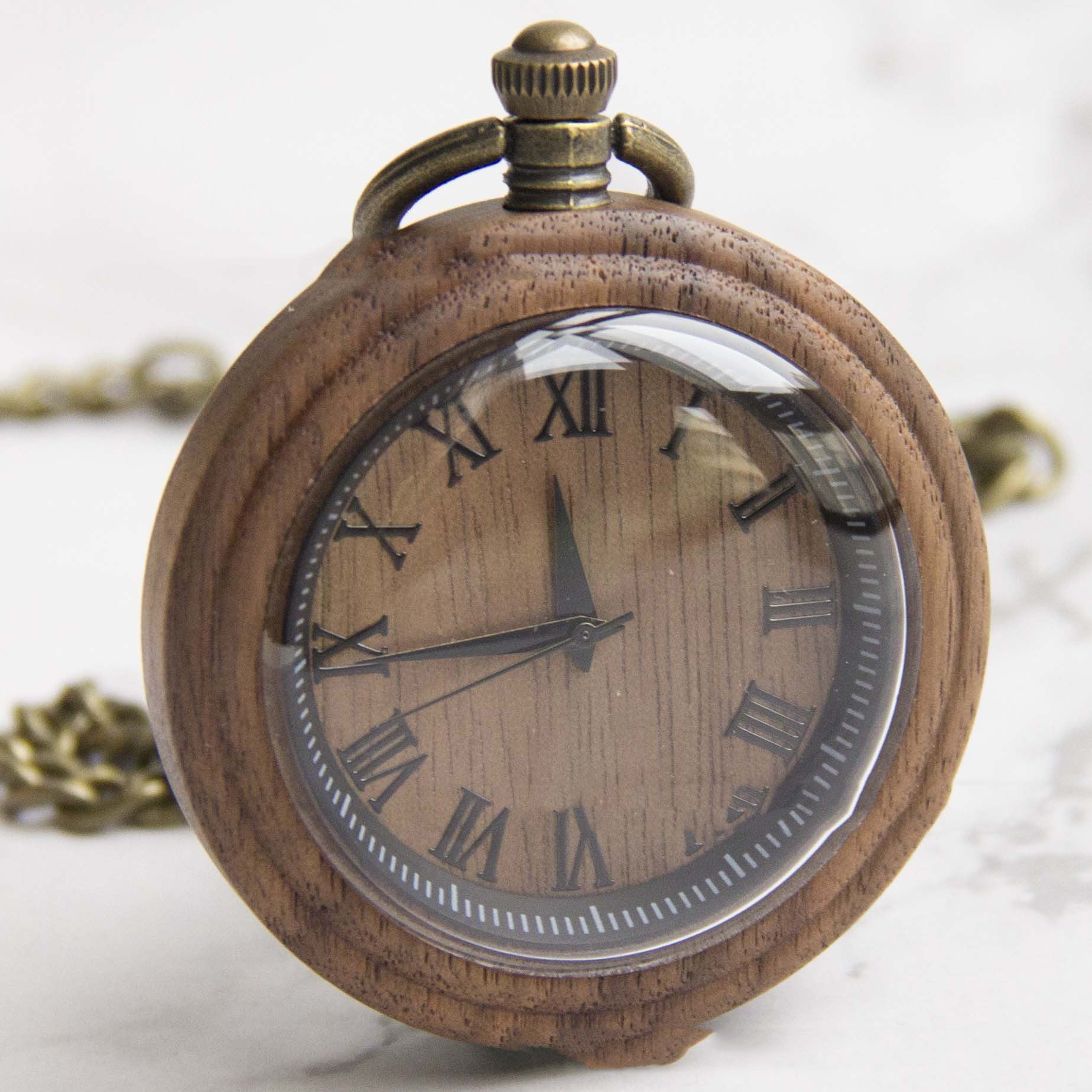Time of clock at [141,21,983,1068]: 11:44
